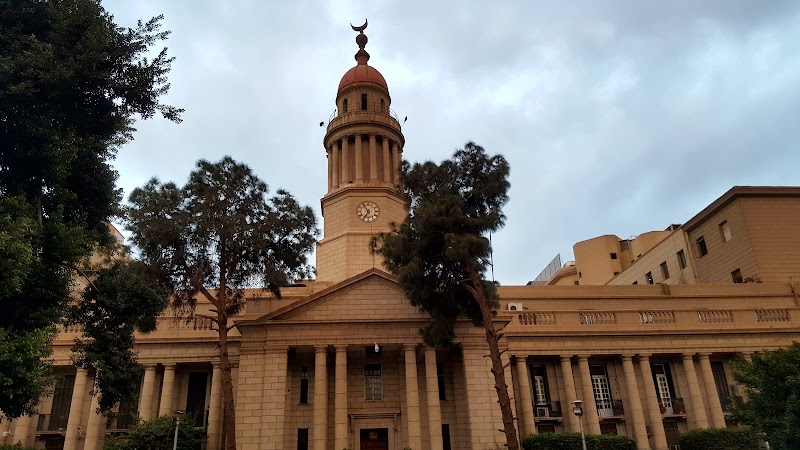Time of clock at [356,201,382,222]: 6:54
